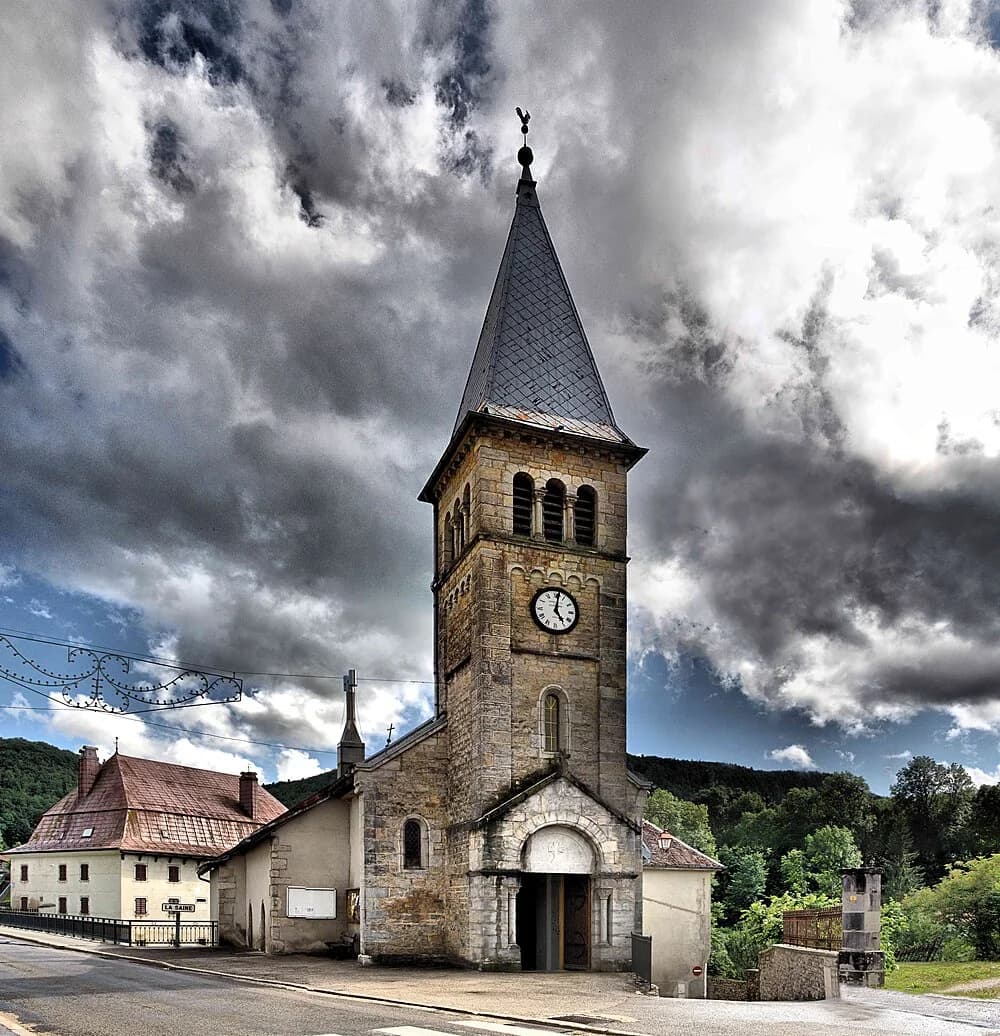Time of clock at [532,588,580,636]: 5:01
